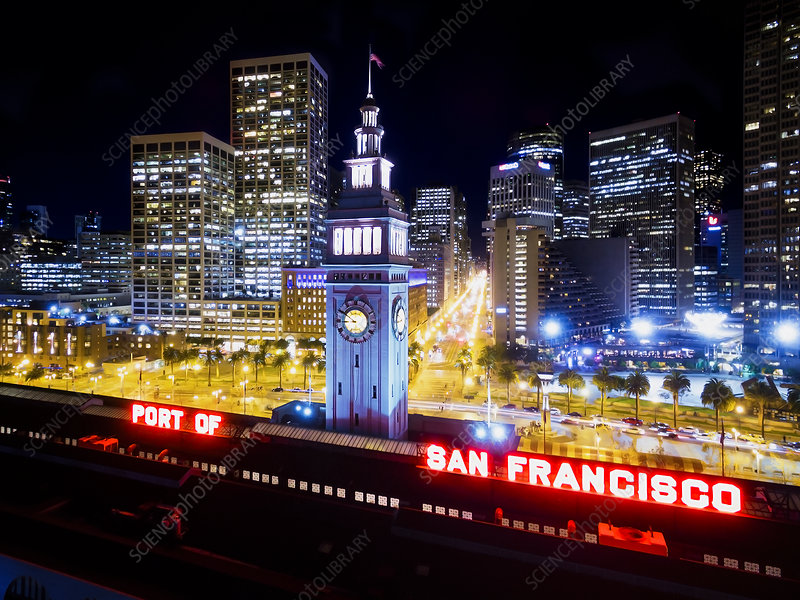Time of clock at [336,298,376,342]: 8:50
